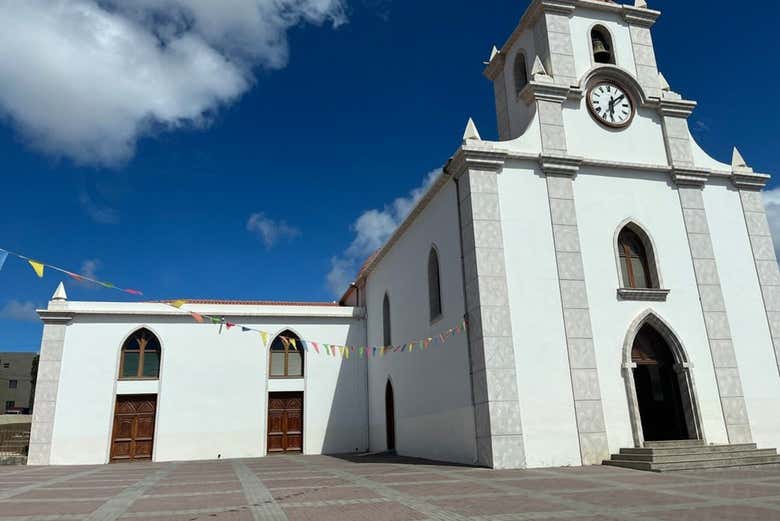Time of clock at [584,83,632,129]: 6:09
